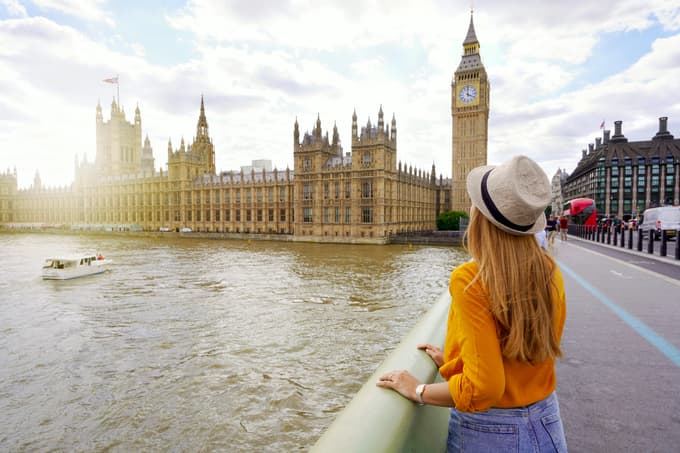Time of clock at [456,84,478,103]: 4:00
